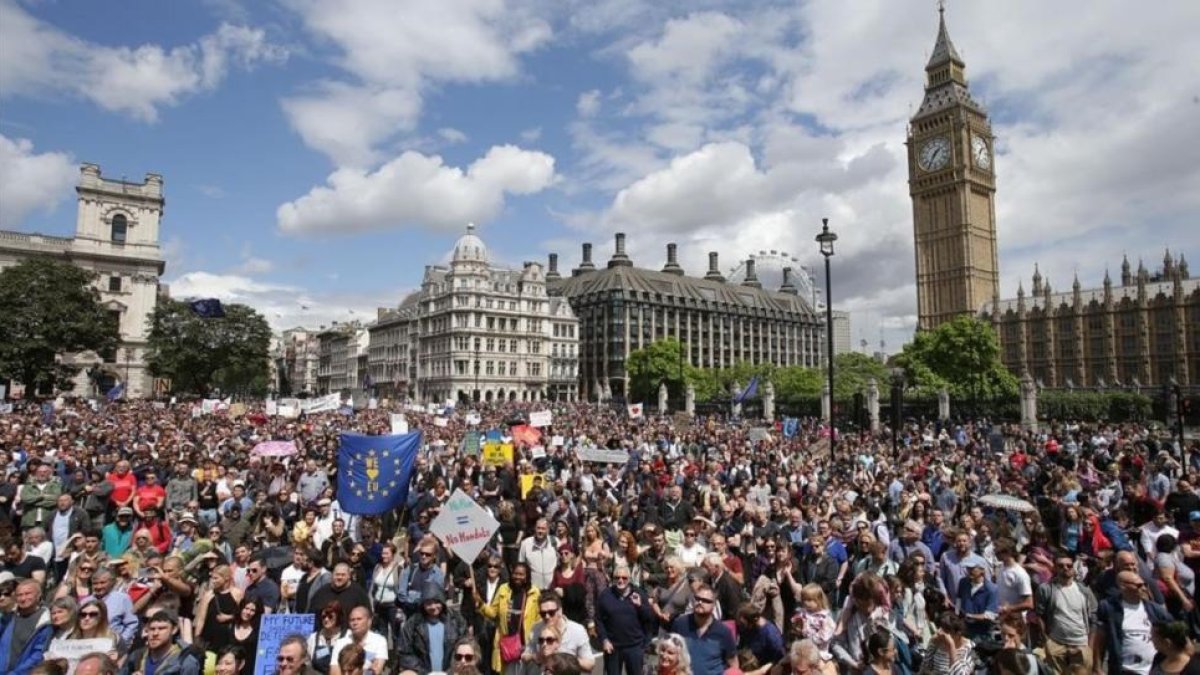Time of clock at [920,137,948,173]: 1:35
